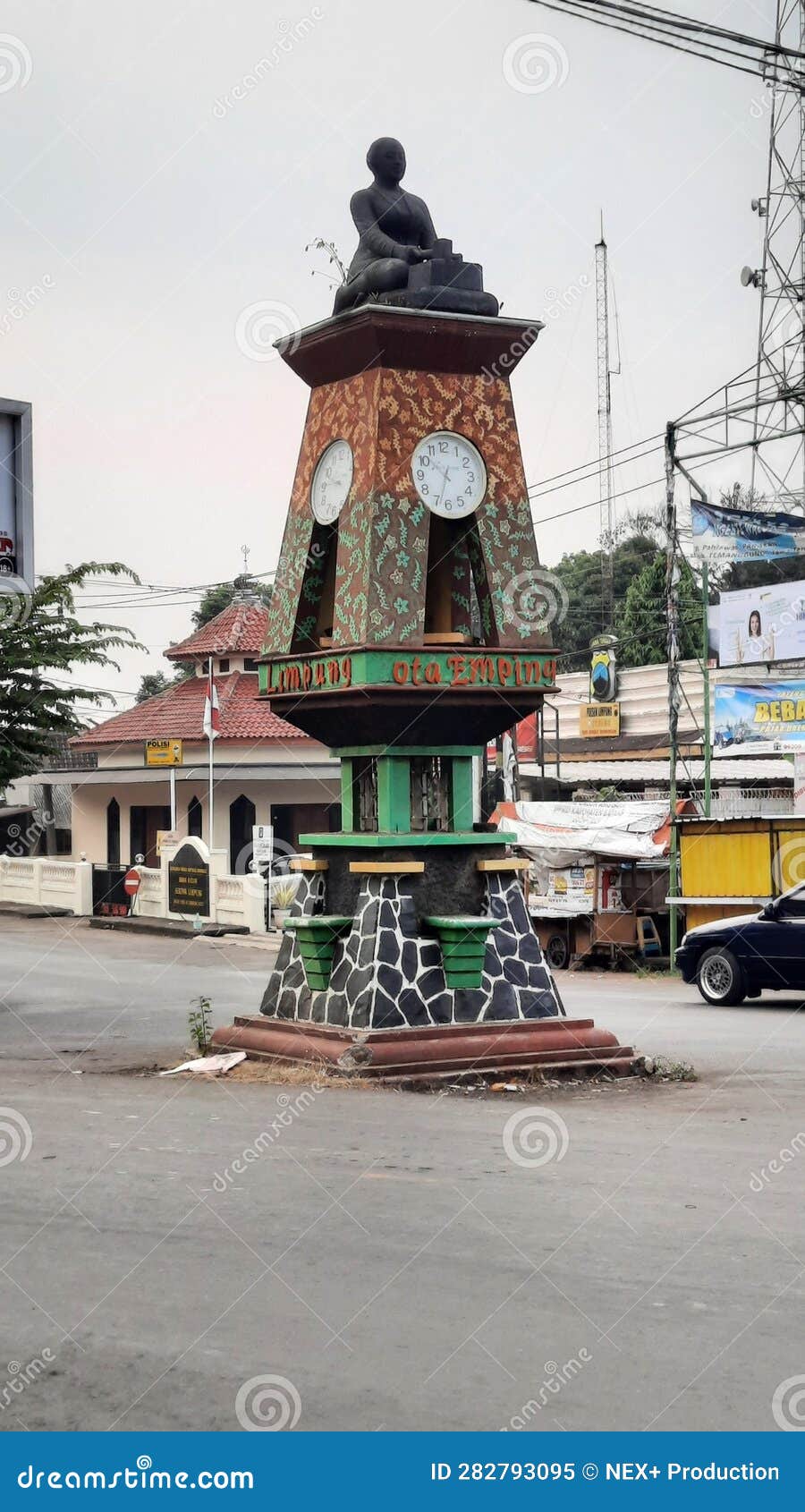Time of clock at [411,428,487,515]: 10:33
